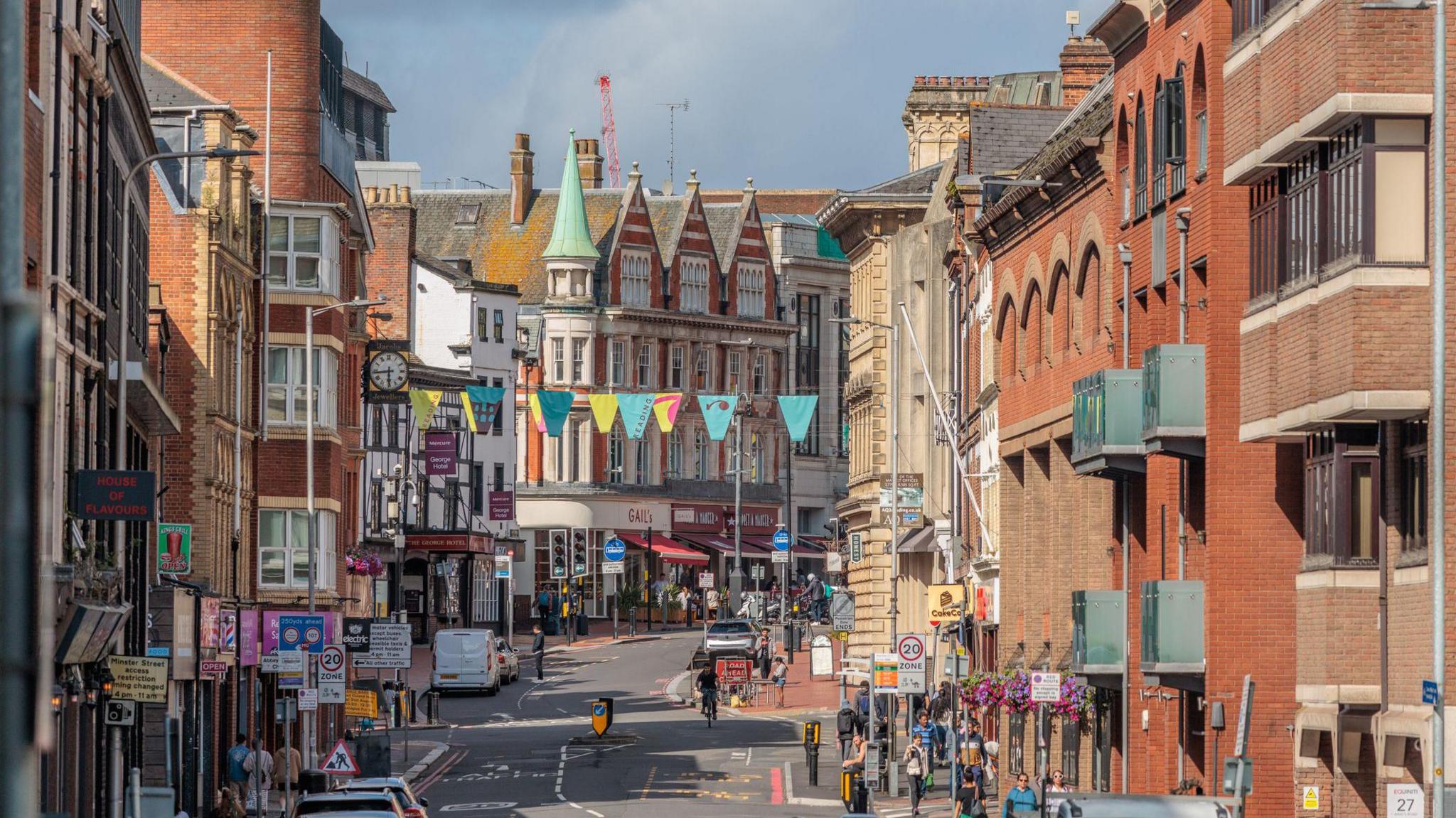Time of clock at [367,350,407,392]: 5:43
